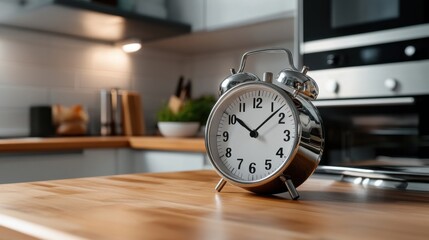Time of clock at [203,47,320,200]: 10:07
